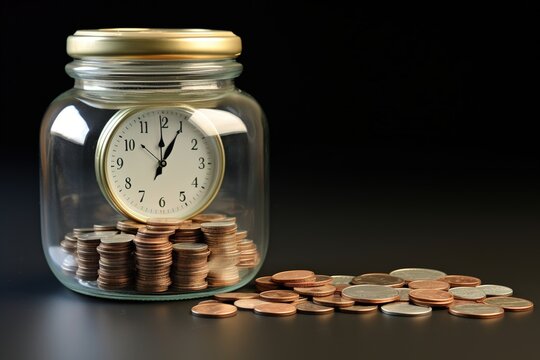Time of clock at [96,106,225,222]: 12:59
